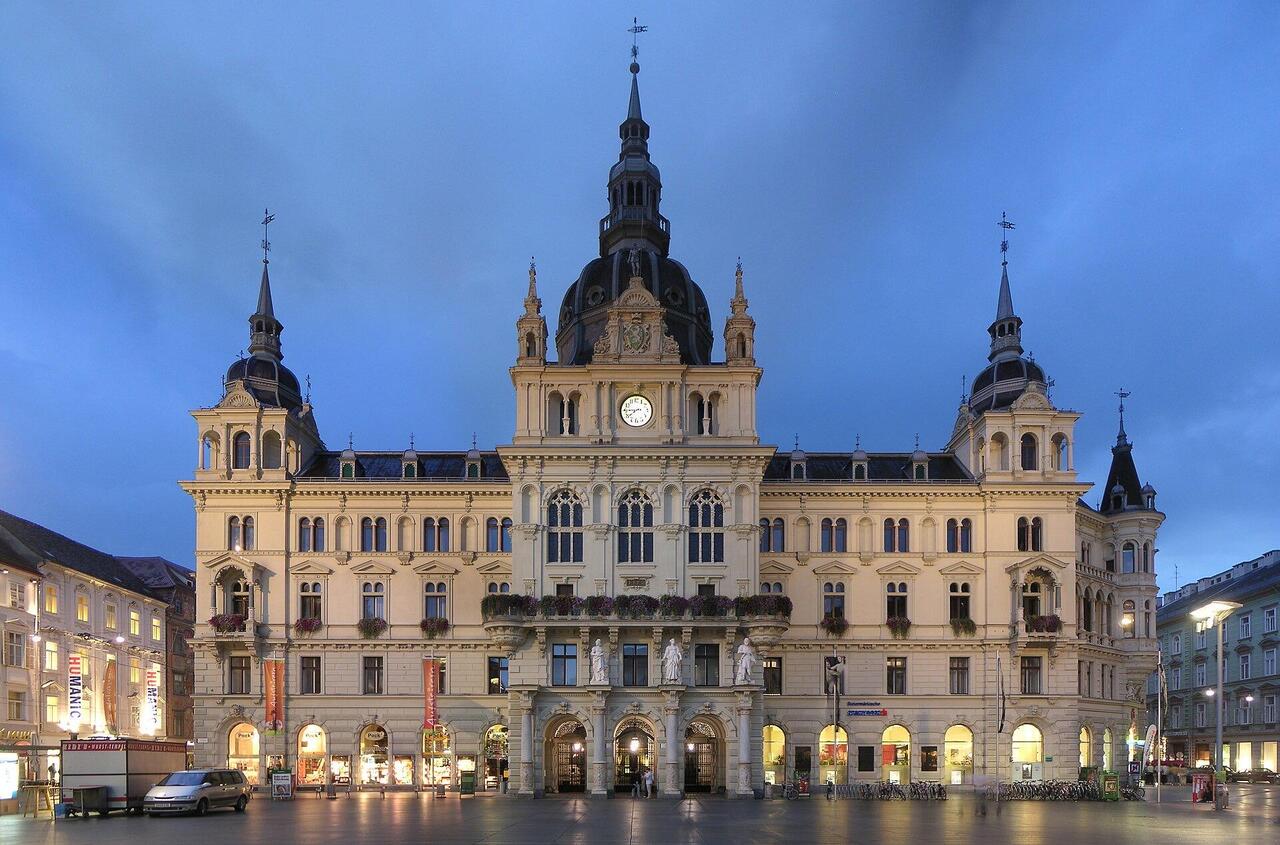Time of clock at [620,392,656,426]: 7:44
